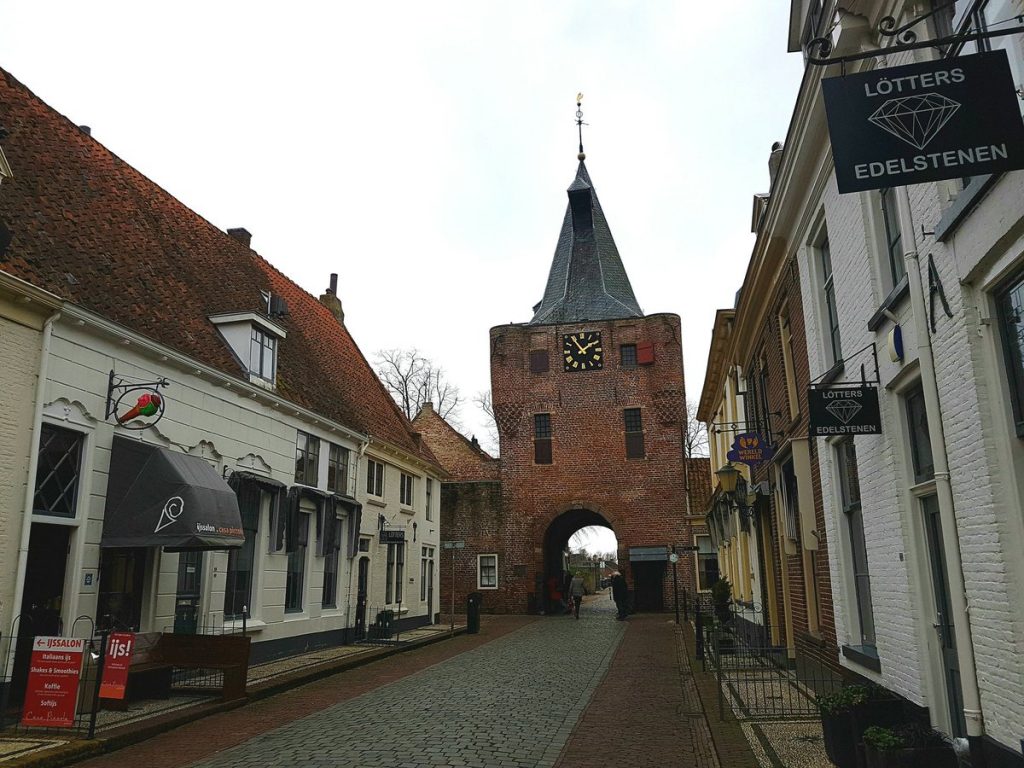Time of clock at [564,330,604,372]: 1:54
